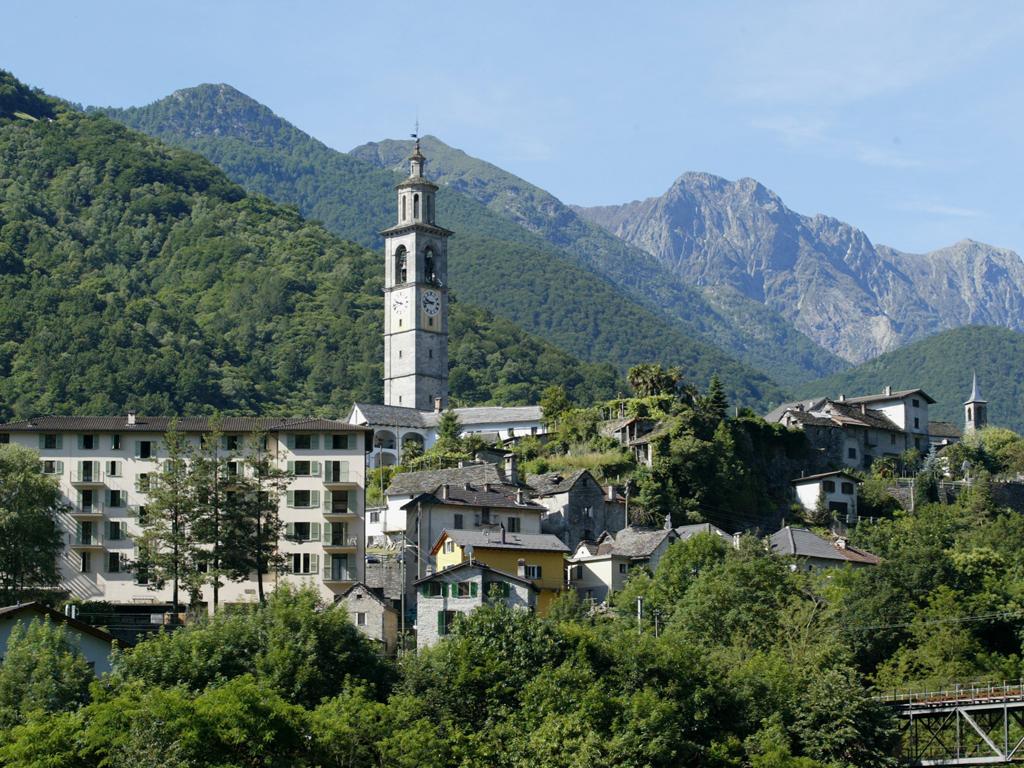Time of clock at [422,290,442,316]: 9:43
